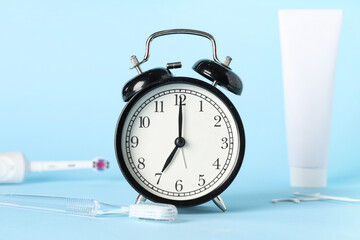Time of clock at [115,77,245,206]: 7:00
